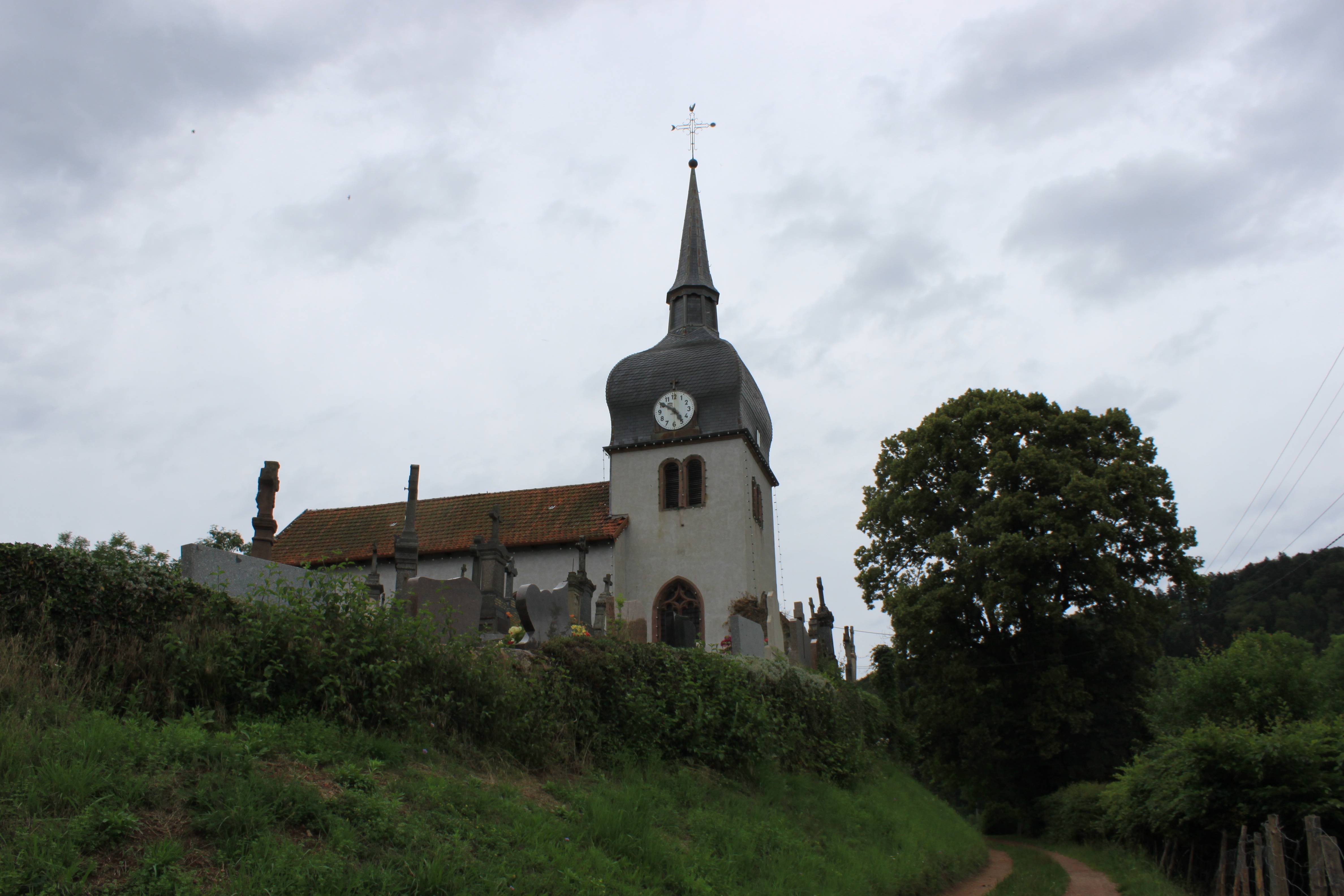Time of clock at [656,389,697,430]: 4:50
